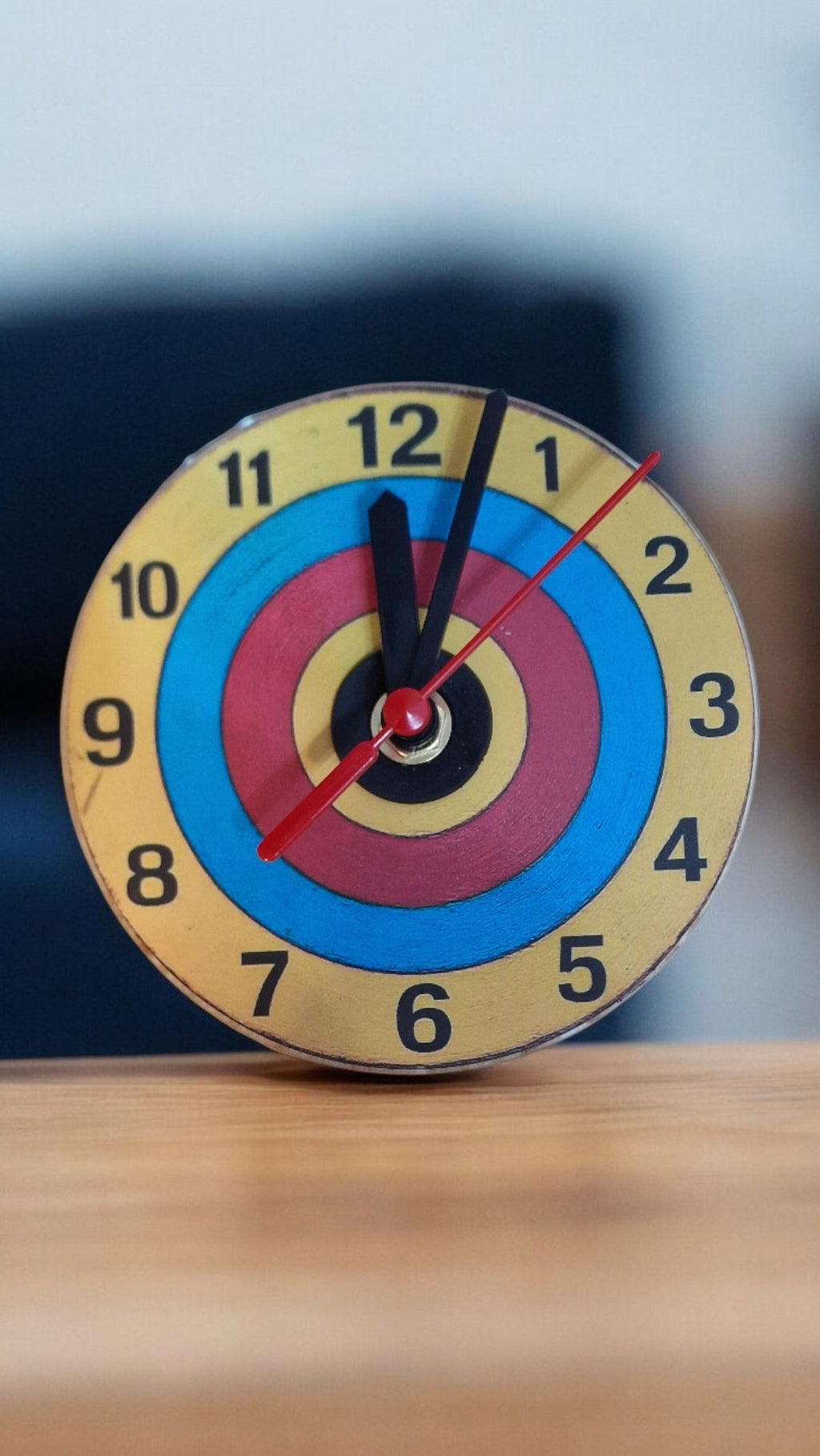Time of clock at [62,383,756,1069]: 12:03
